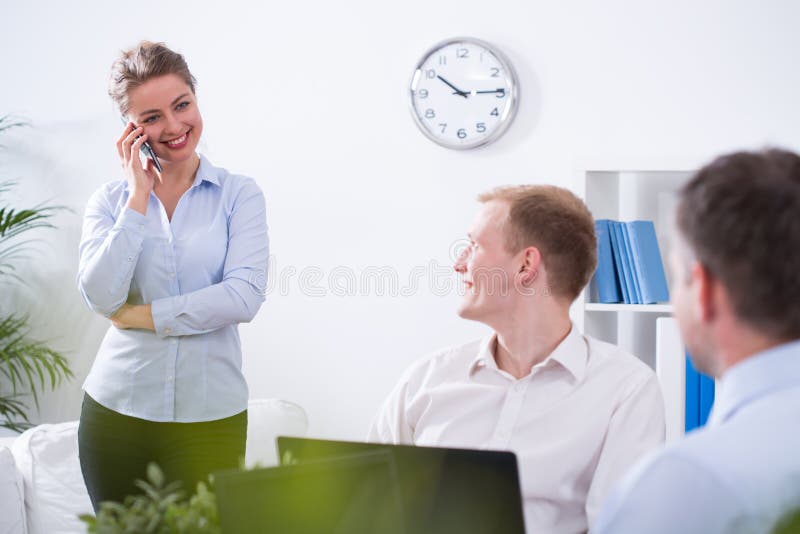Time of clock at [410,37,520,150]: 10:14
